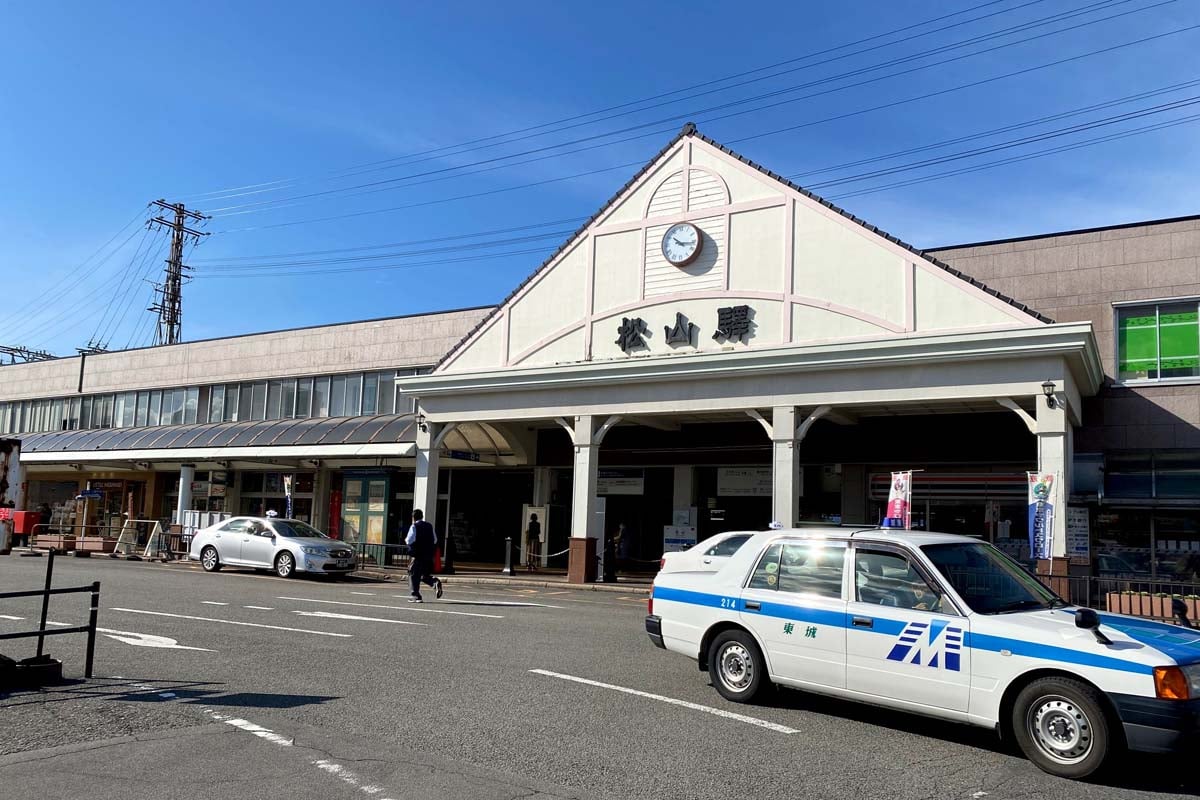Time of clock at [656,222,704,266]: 10:16
